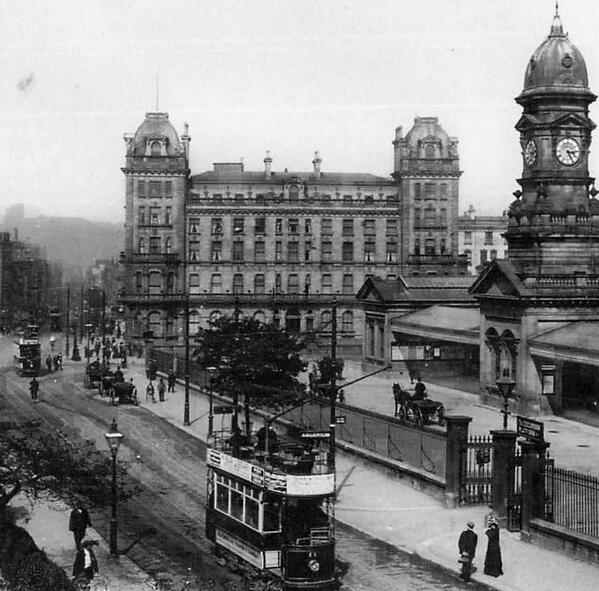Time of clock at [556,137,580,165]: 3:25
